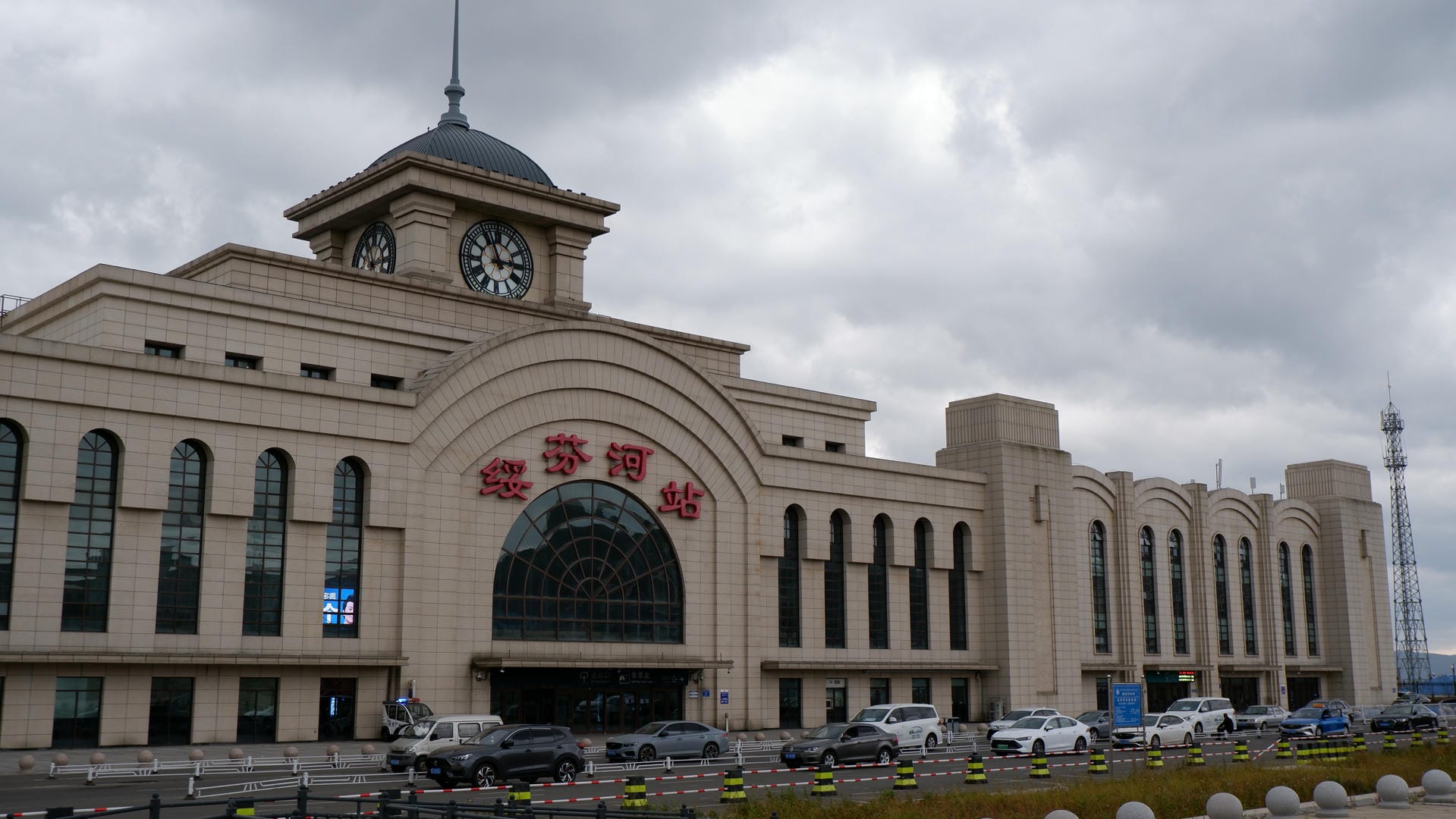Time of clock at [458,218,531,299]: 2:56
